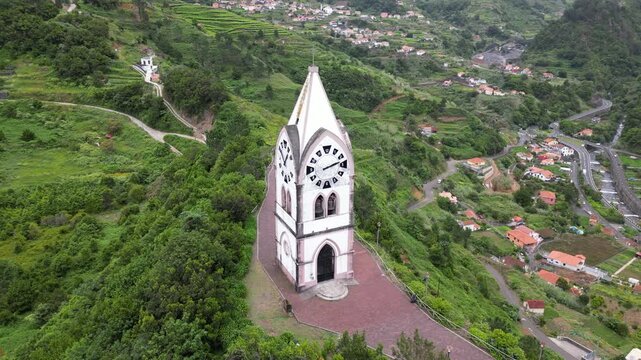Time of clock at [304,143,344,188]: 2:12
